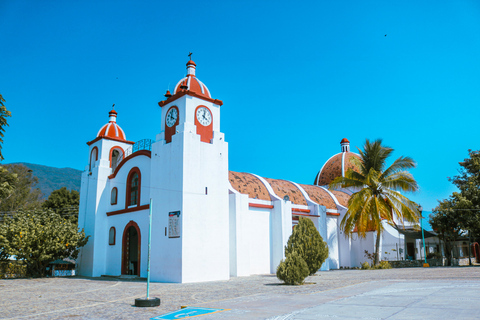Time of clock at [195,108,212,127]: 4:02
